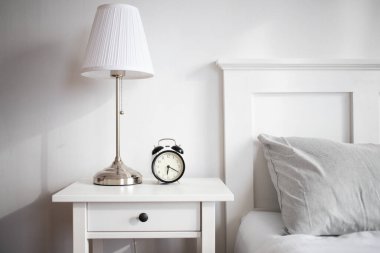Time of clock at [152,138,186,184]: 6:19
